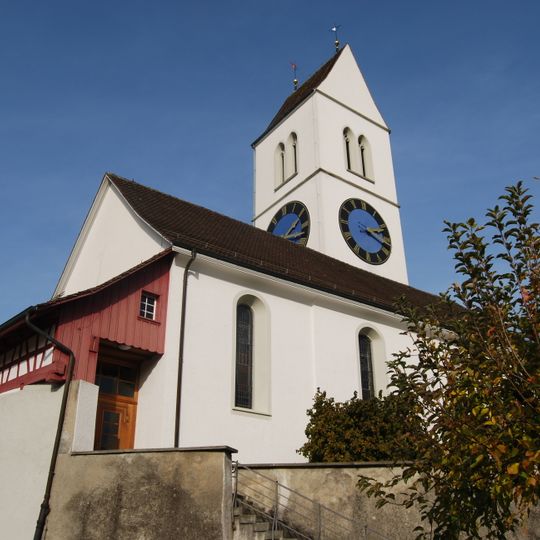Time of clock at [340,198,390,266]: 2:18
